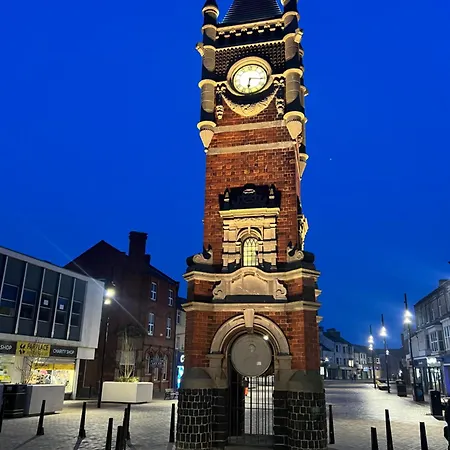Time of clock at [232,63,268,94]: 6:16
